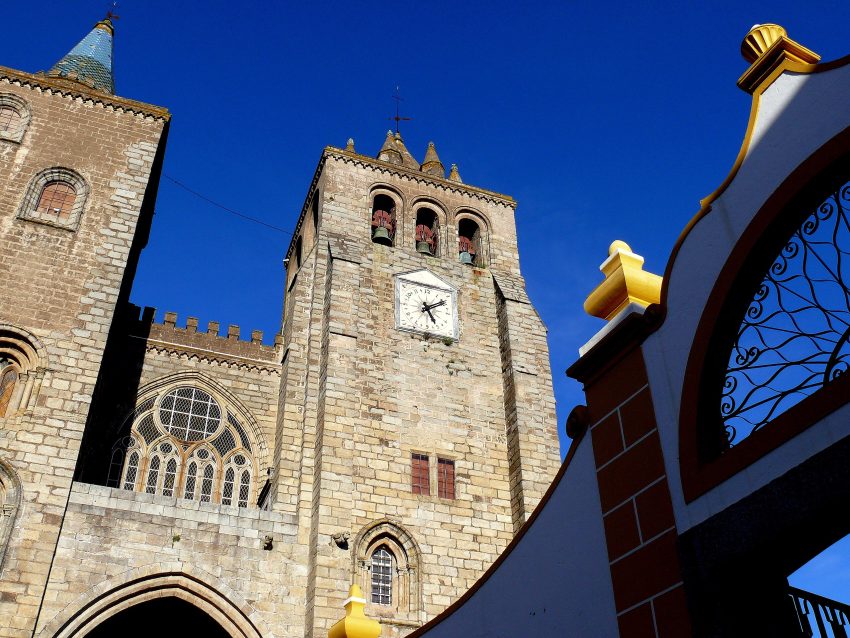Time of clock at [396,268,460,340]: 5:09
